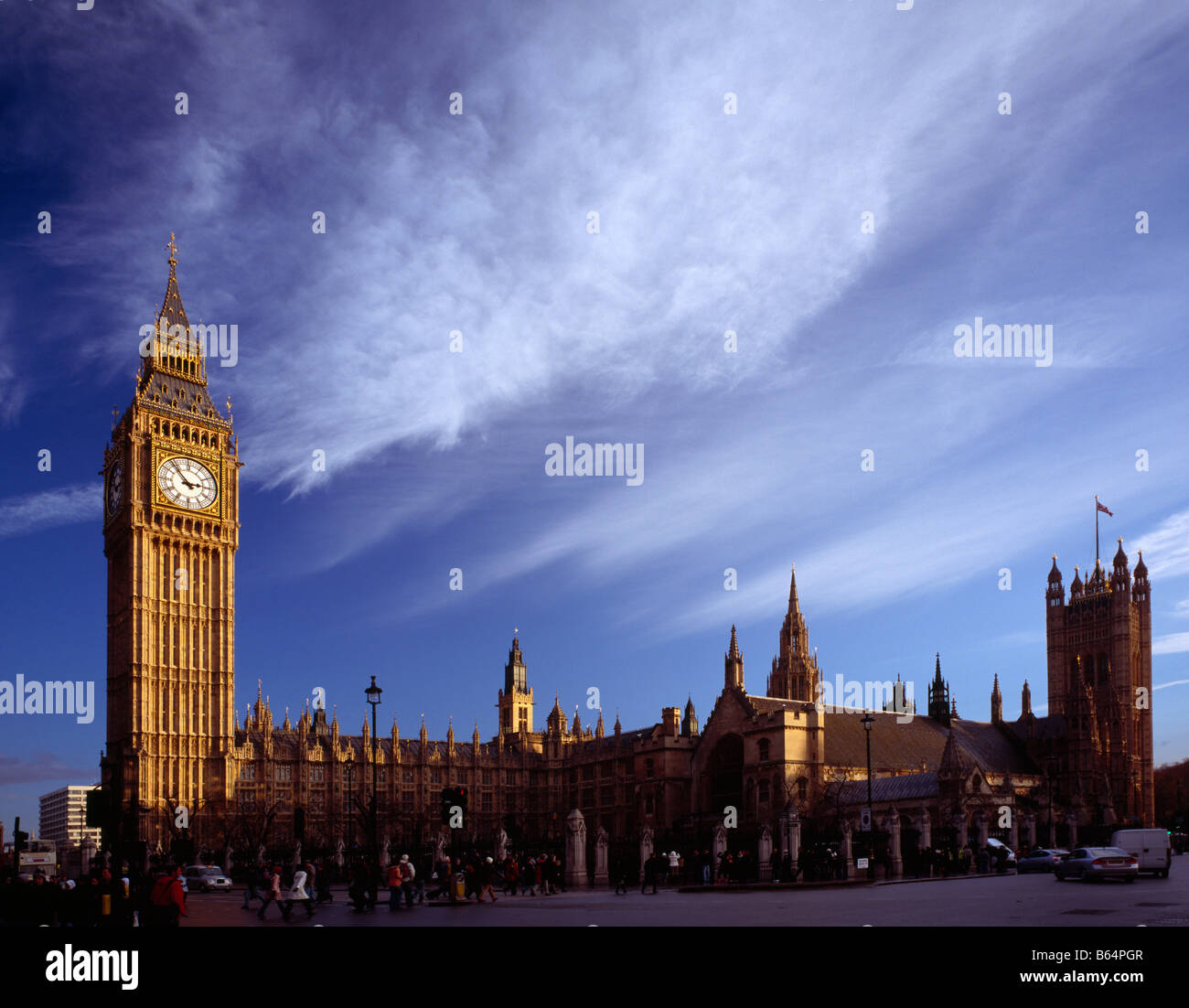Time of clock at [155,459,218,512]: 2:53
